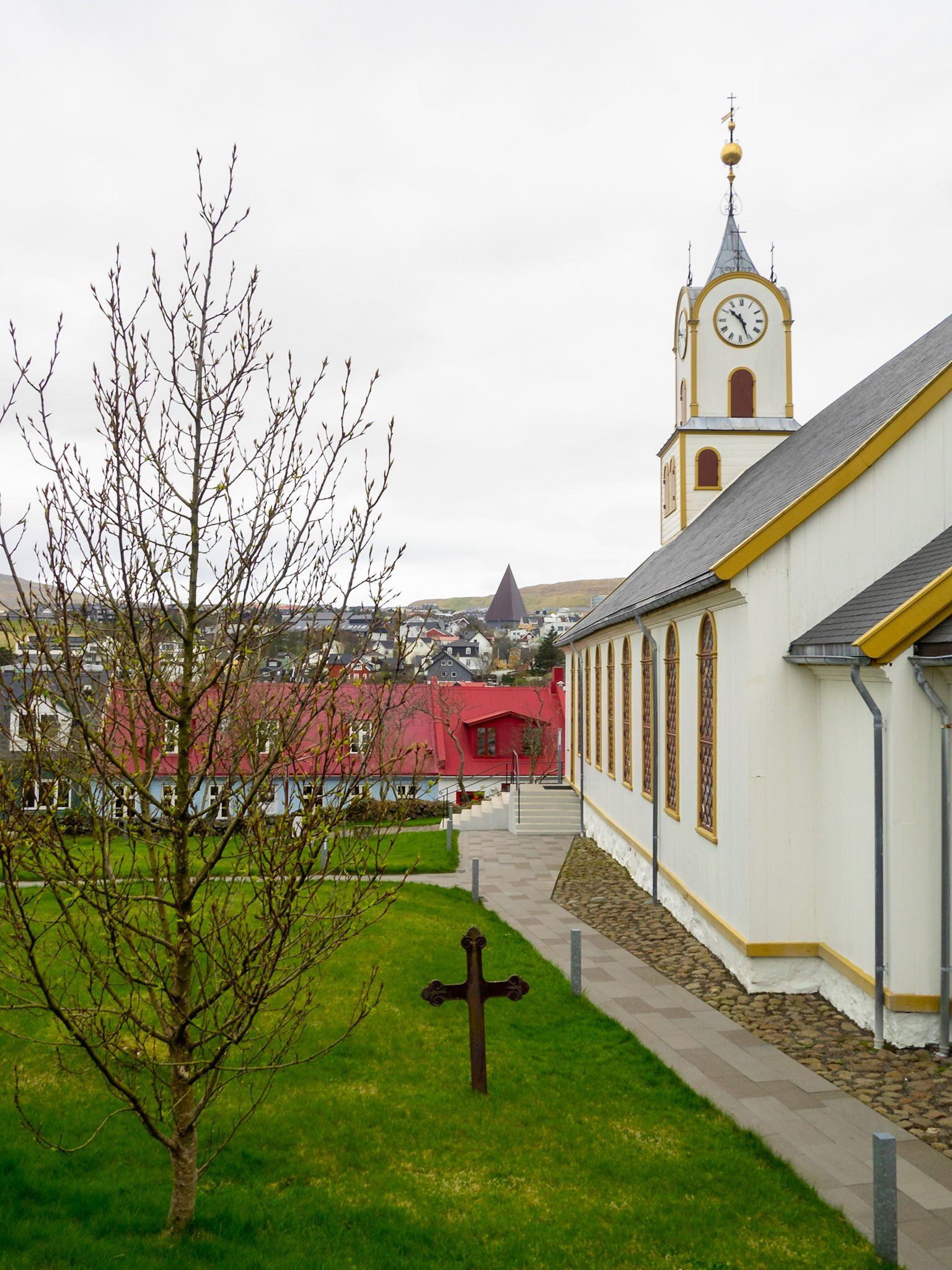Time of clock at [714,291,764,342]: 10:26
